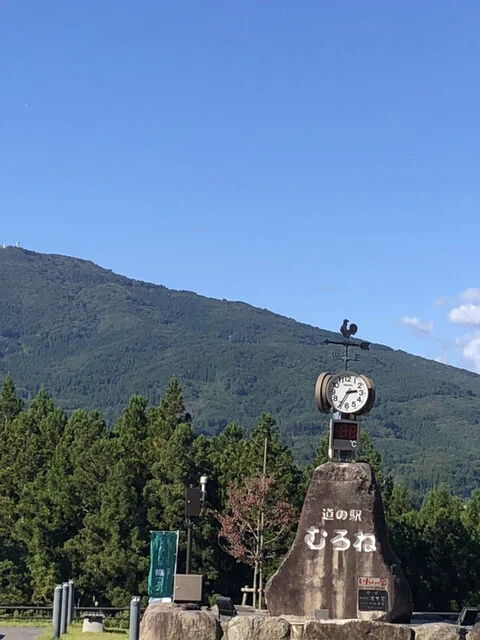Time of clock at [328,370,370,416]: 2:35
